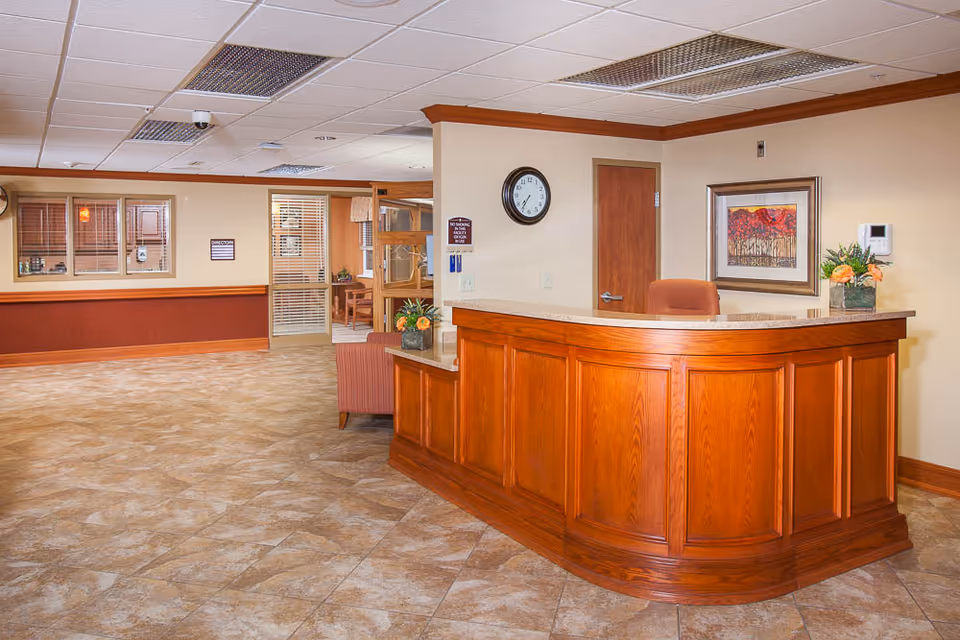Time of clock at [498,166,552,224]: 7:35
